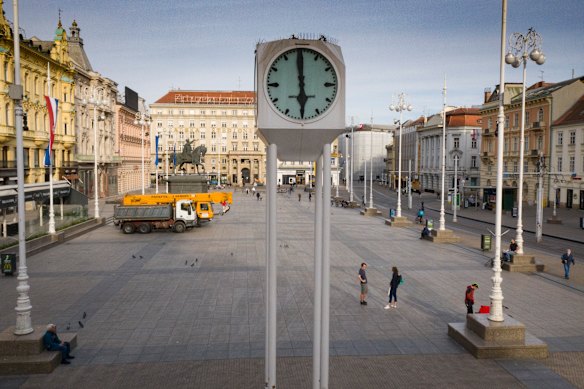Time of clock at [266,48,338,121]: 5:59
